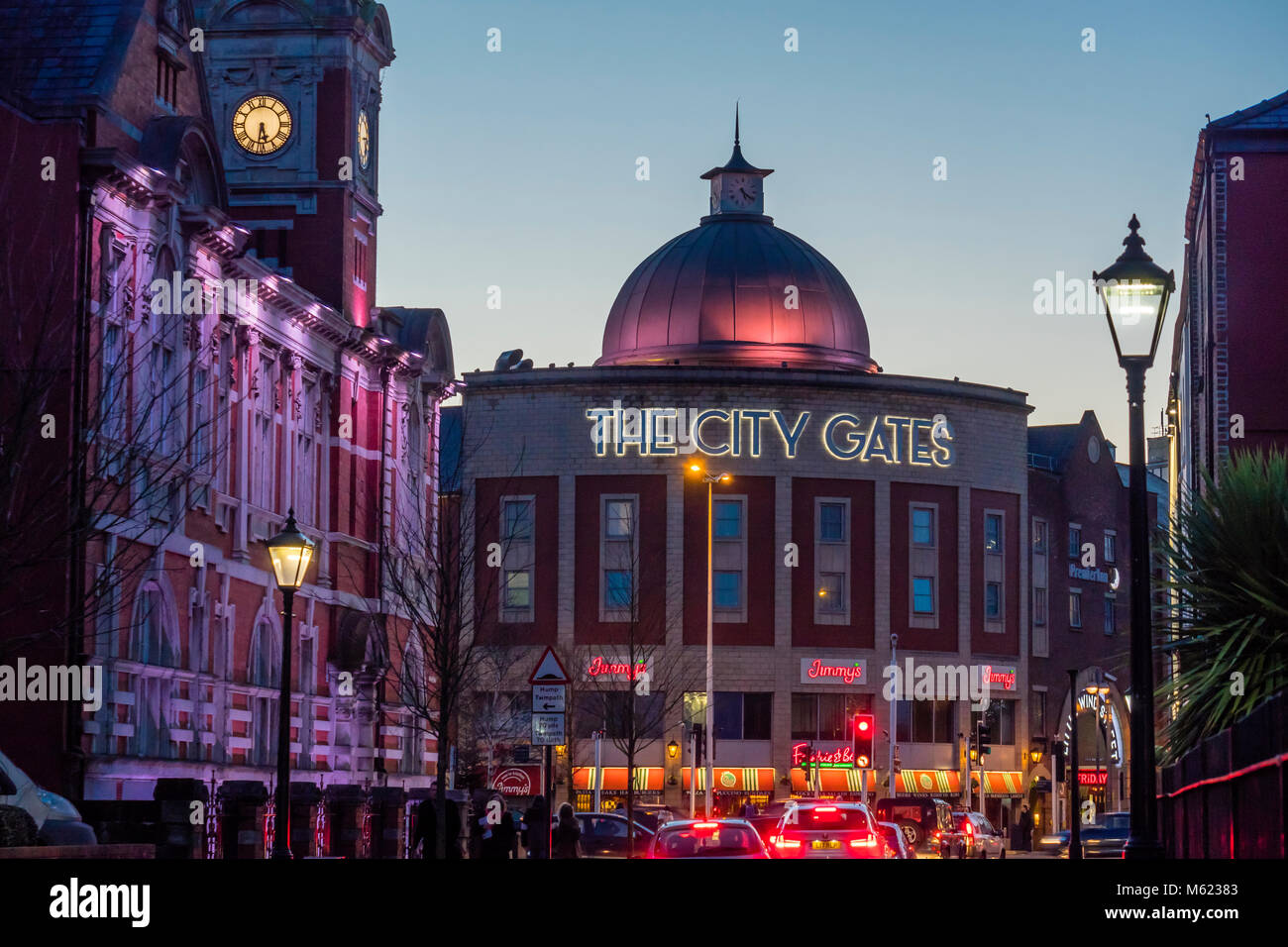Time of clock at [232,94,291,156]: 5:31
